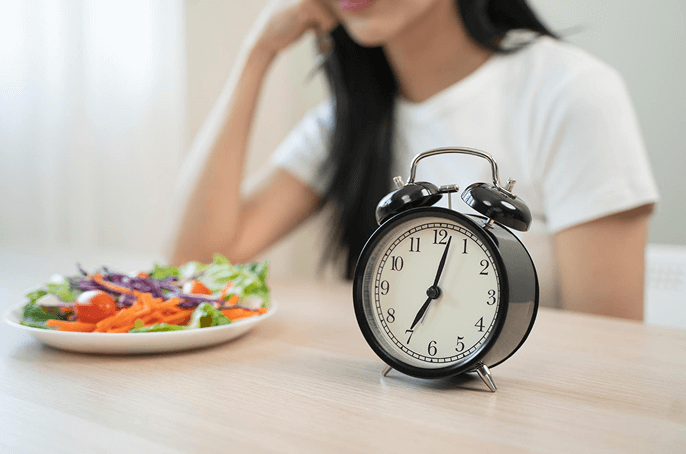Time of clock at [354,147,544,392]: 7:02
